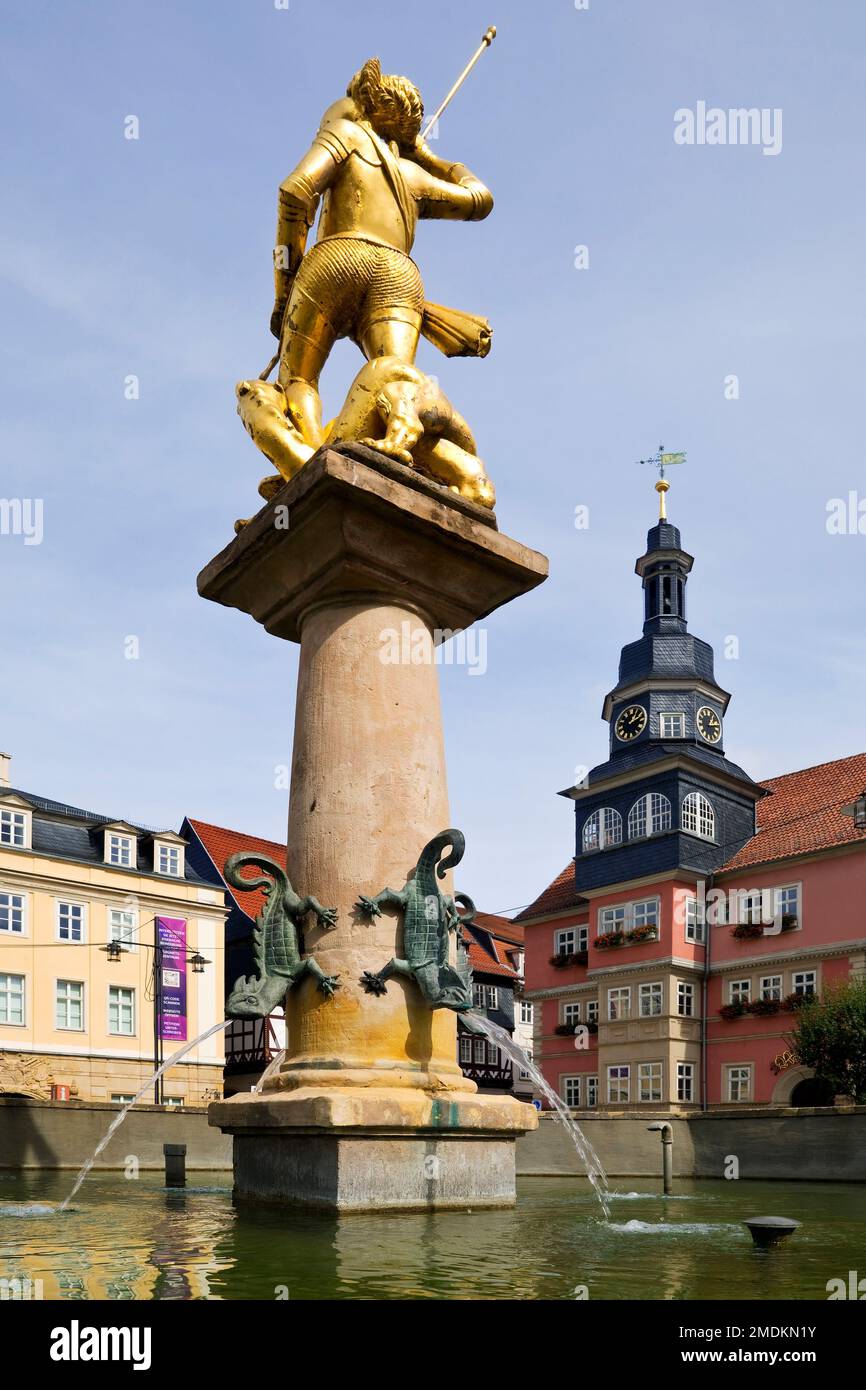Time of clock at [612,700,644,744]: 1:12
